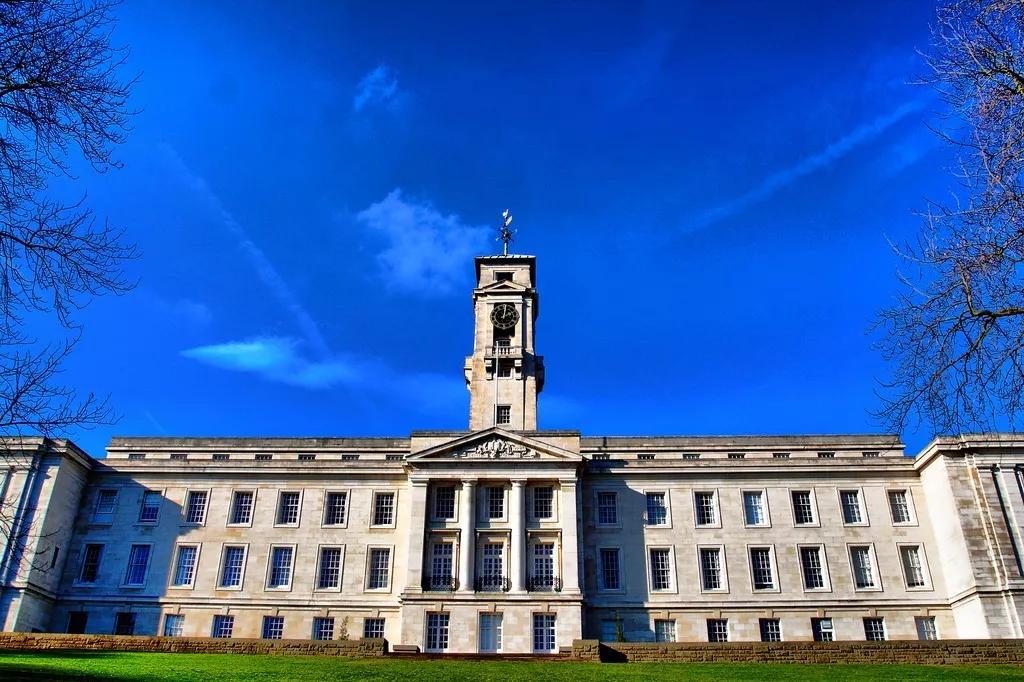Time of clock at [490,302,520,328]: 2:01
